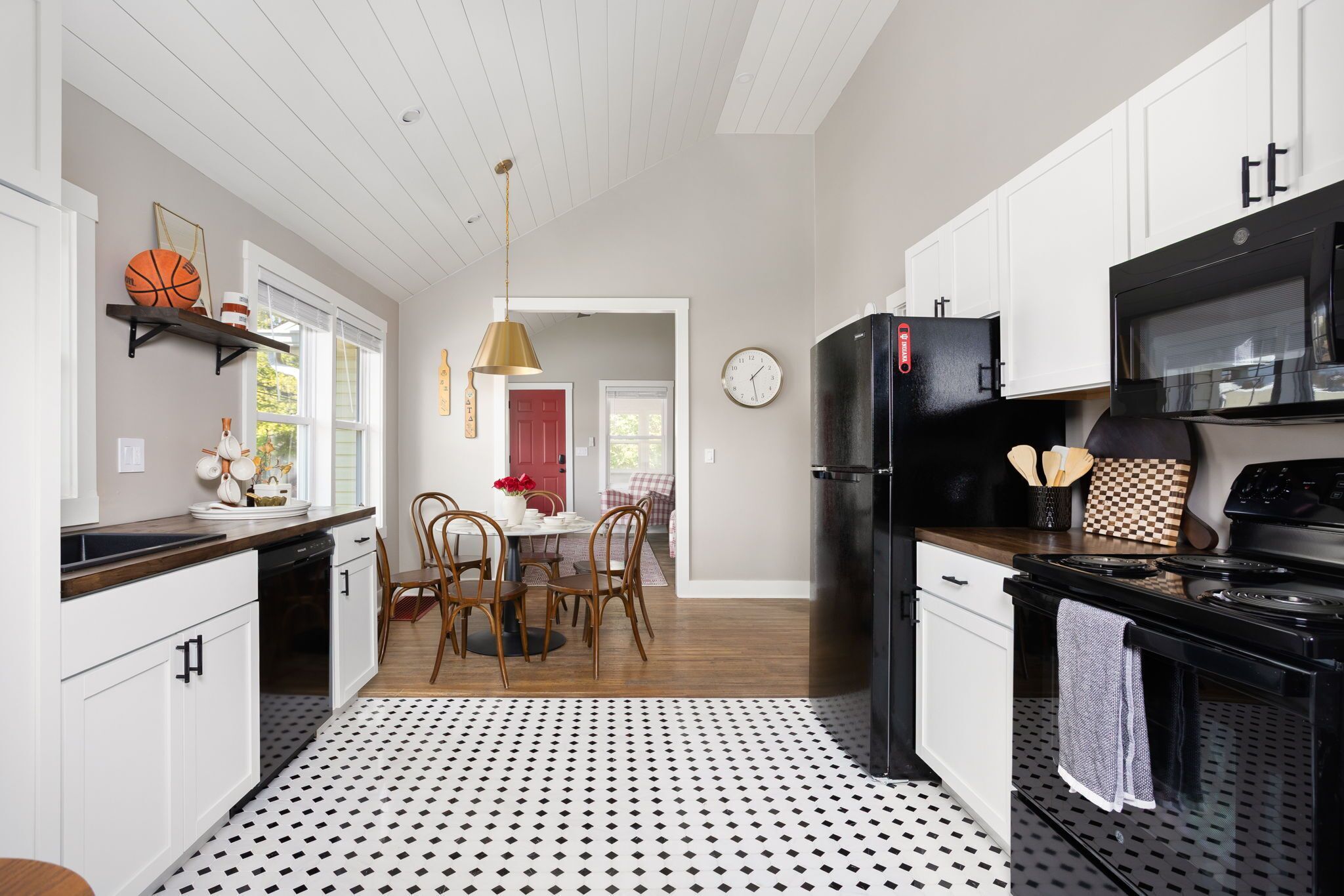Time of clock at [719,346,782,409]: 1:28
